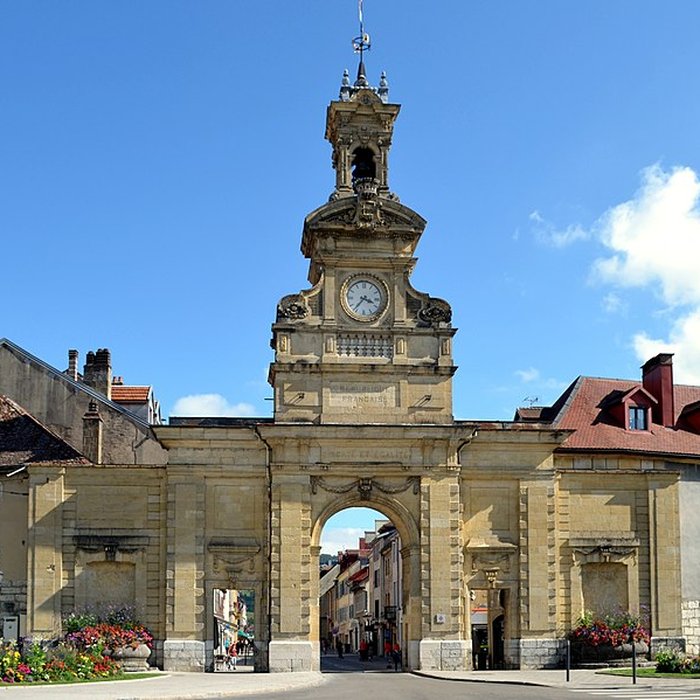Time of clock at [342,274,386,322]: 3:36
